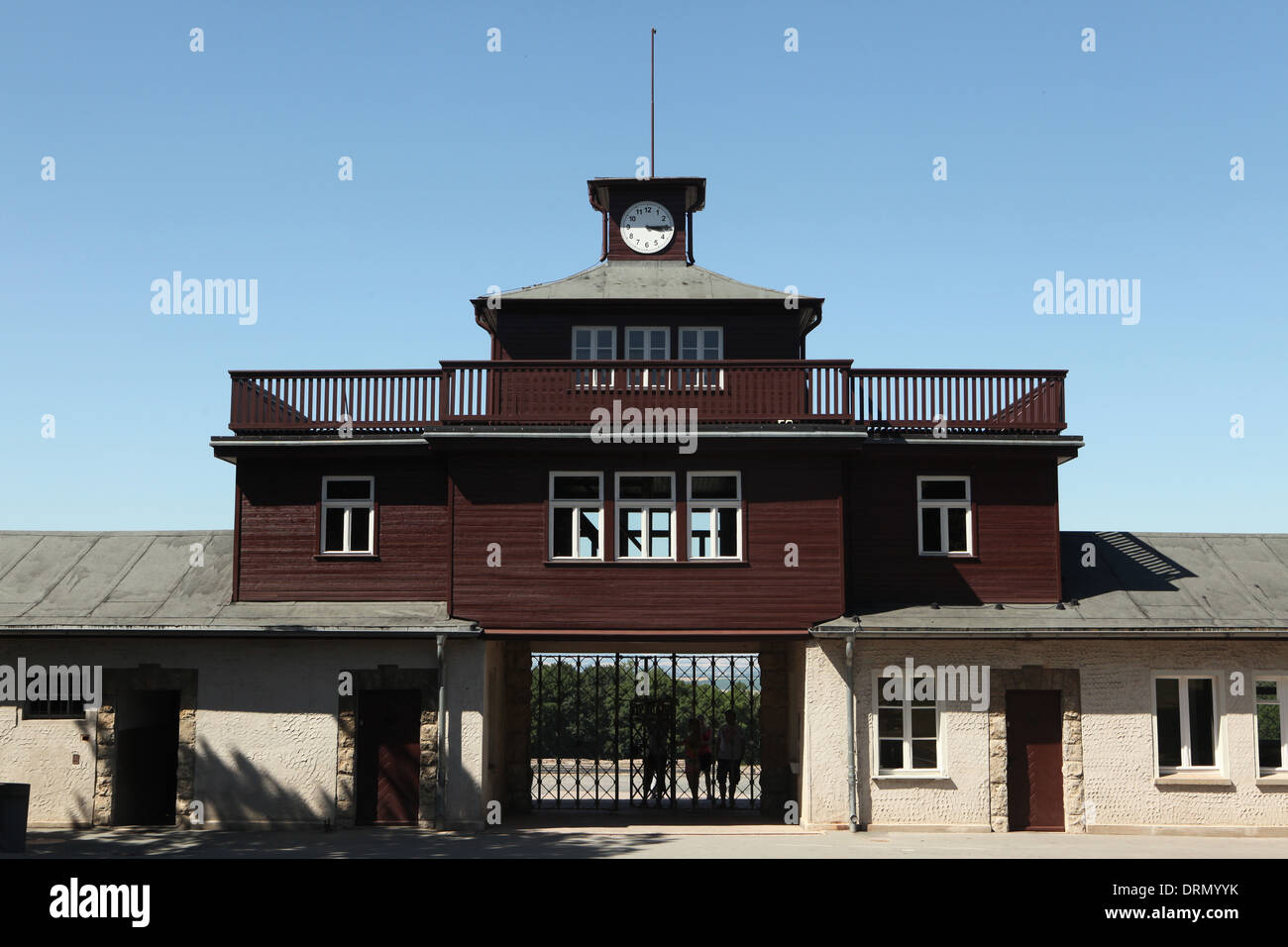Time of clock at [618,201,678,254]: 3:14
